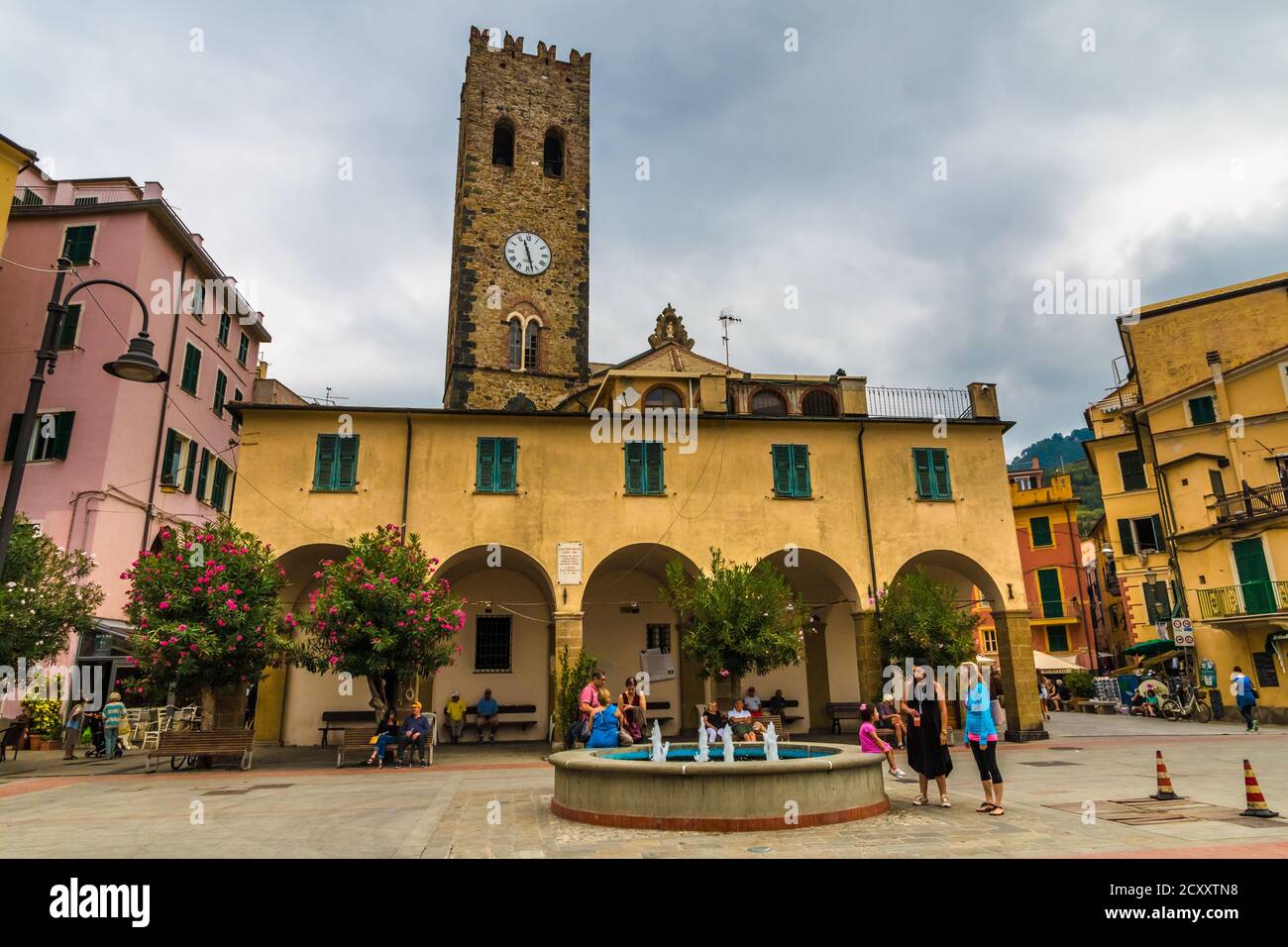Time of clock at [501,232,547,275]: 11:27
